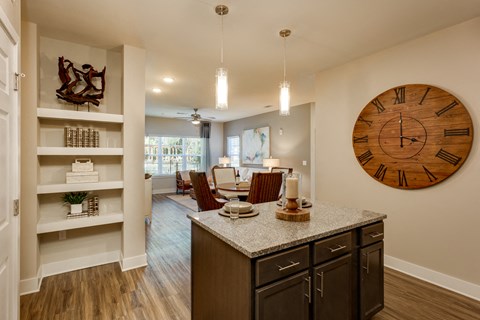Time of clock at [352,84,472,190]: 4:00
